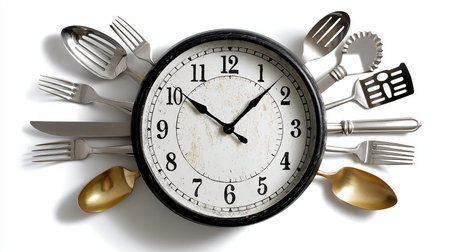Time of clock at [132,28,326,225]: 10:07
